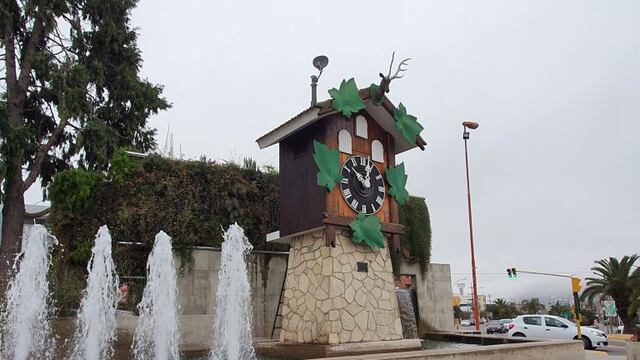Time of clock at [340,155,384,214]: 12:52
